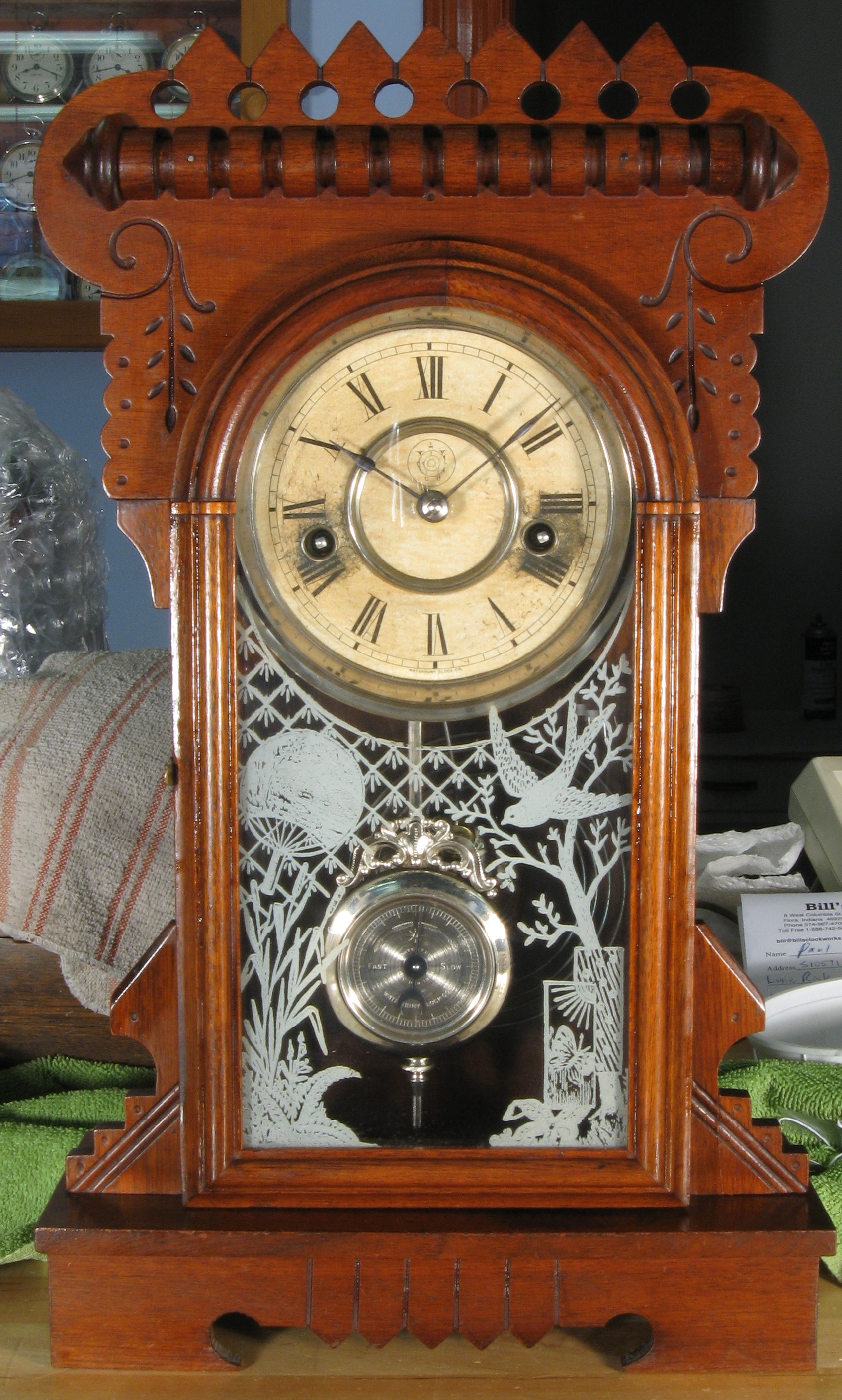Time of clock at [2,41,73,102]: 8:19
